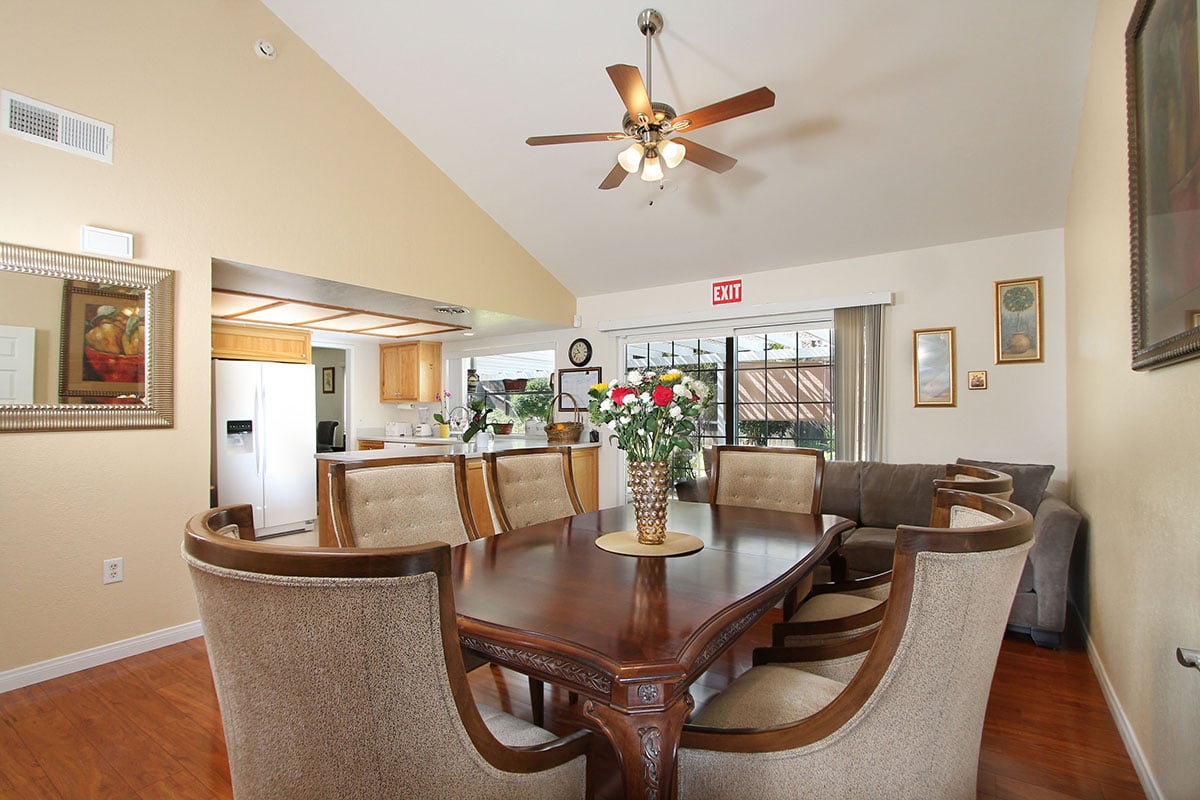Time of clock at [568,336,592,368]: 10:42
